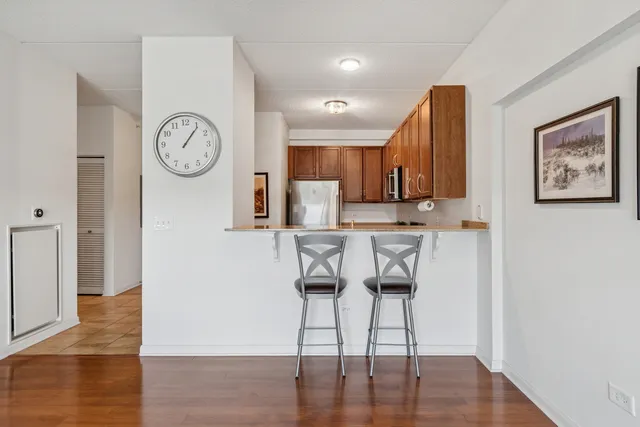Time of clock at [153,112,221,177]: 1:06
